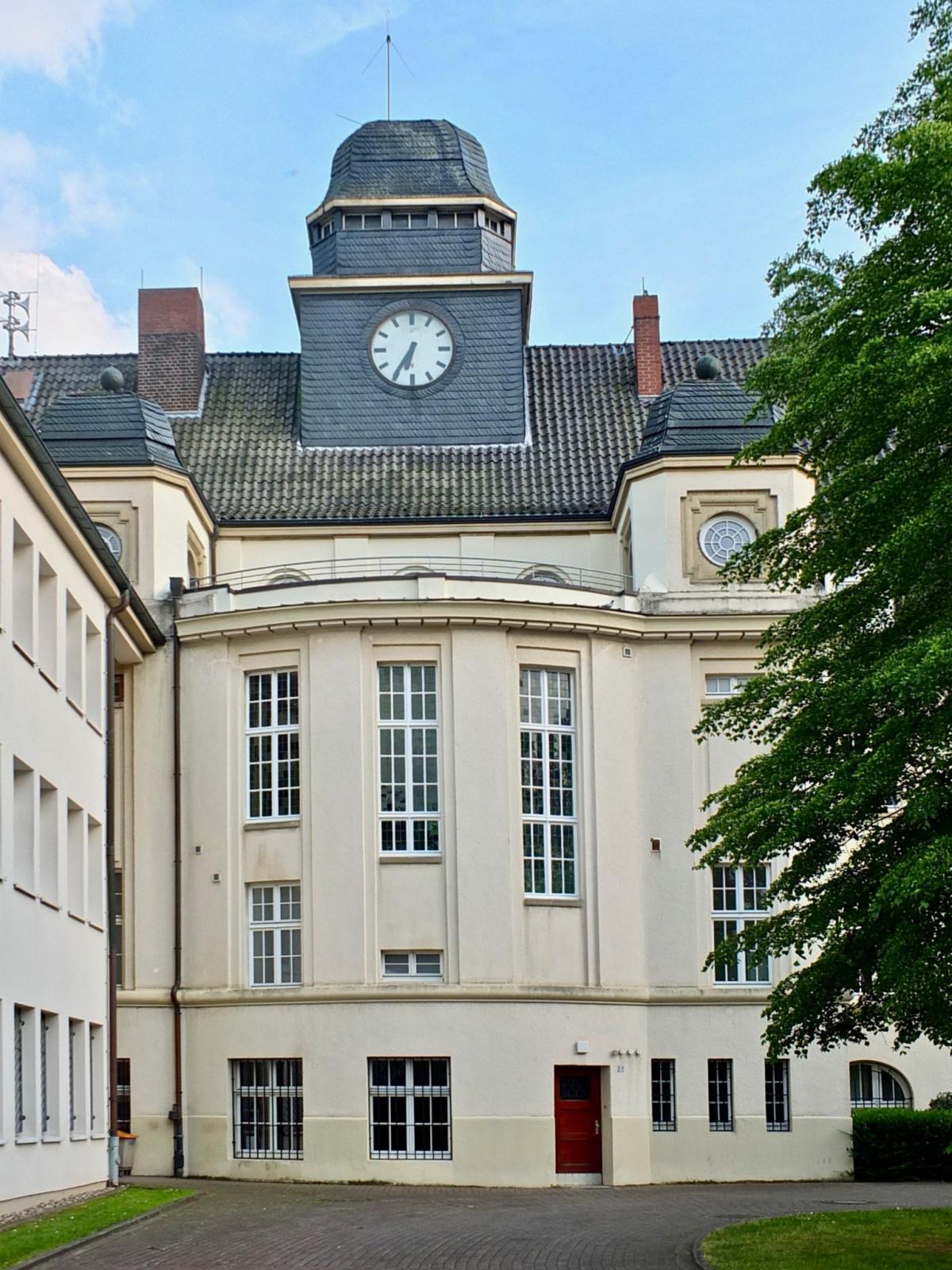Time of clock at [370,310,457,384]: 6:35
